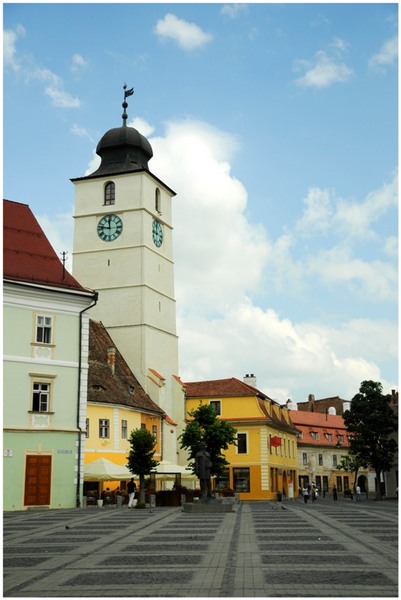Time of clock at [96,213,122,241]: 11:46
